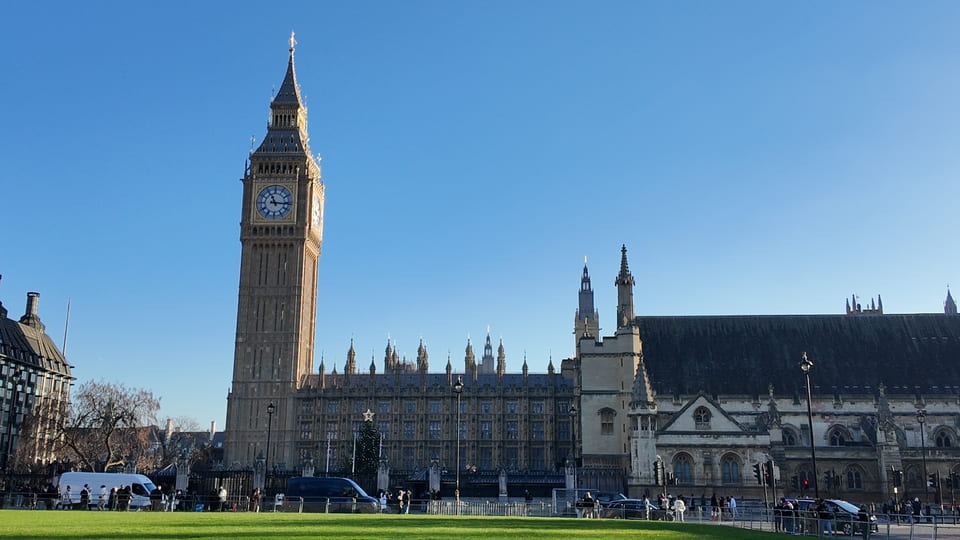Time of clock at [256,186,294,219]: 11:15
